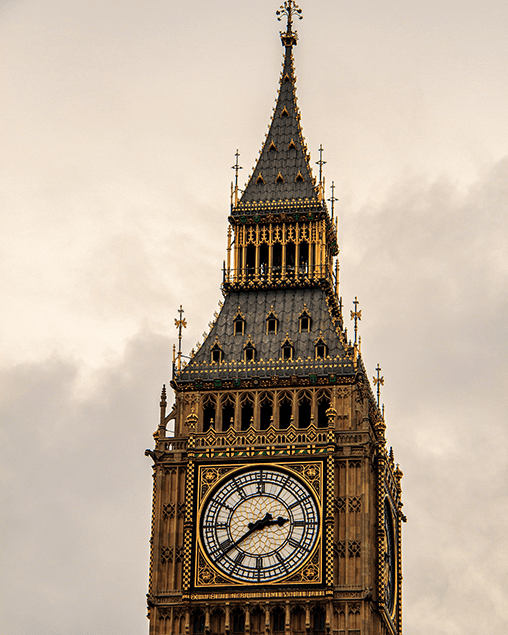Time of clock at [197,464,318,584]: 2:38
